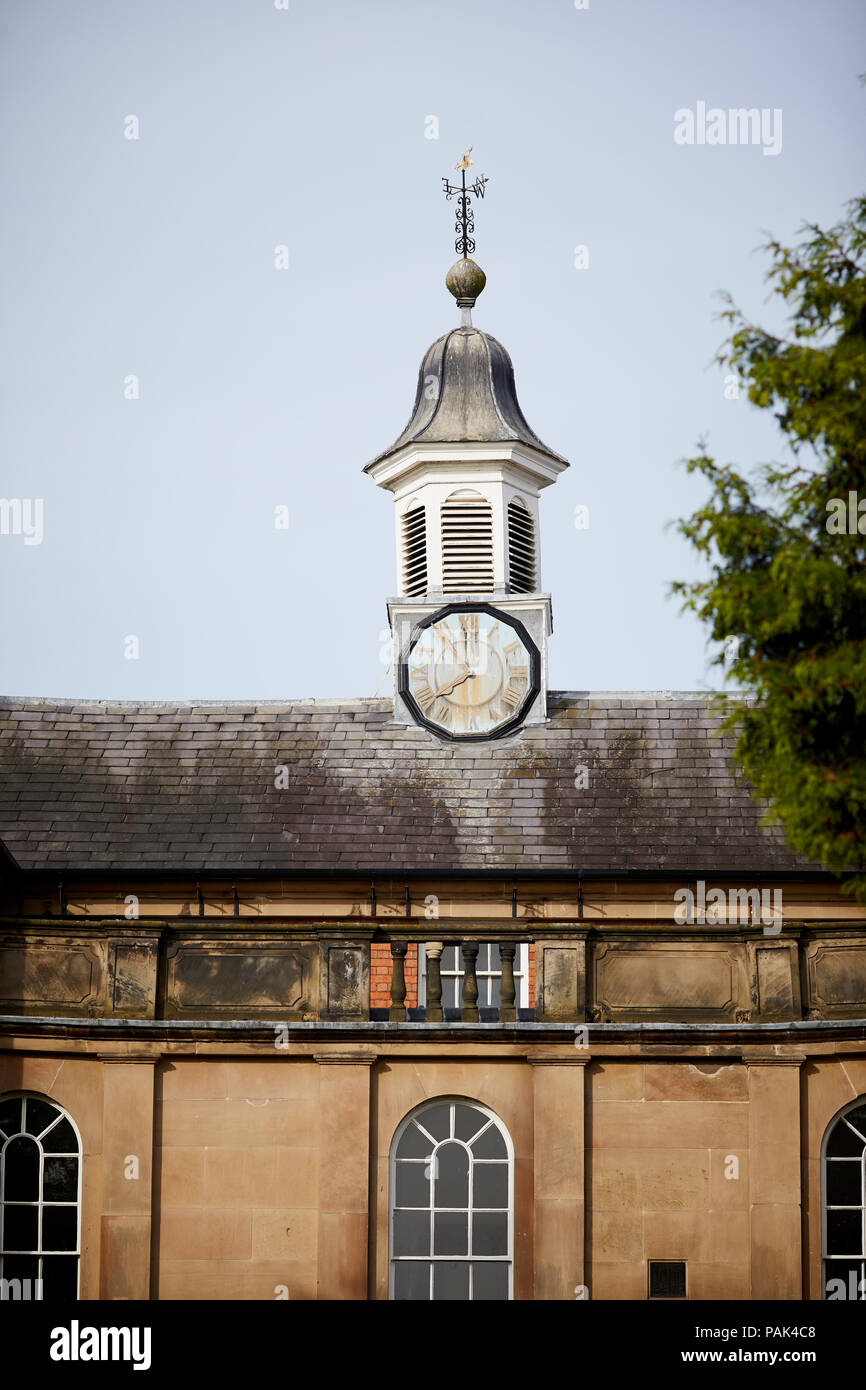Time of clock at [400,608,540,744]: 7:59
